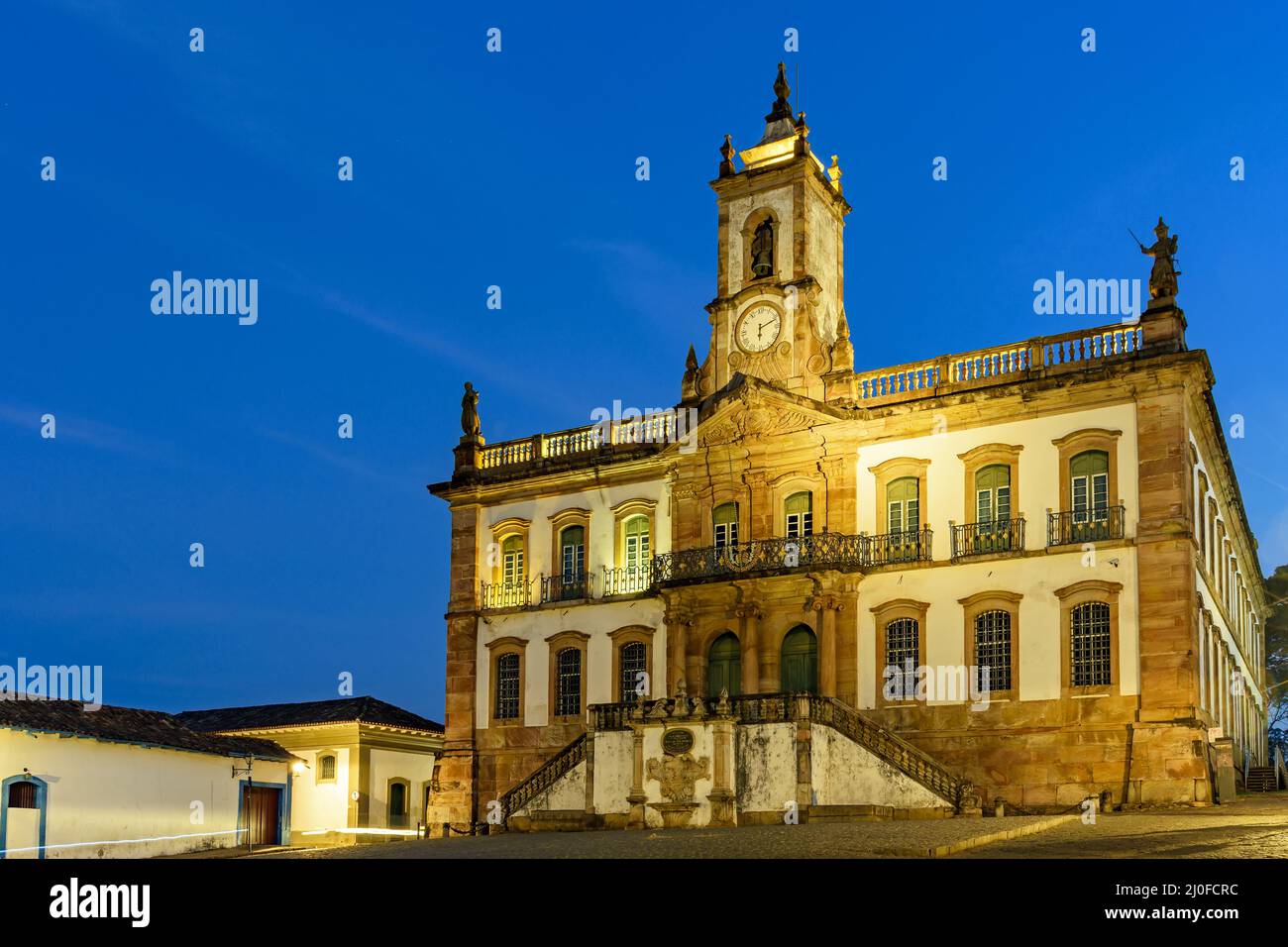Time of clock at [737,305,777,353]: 6:11
